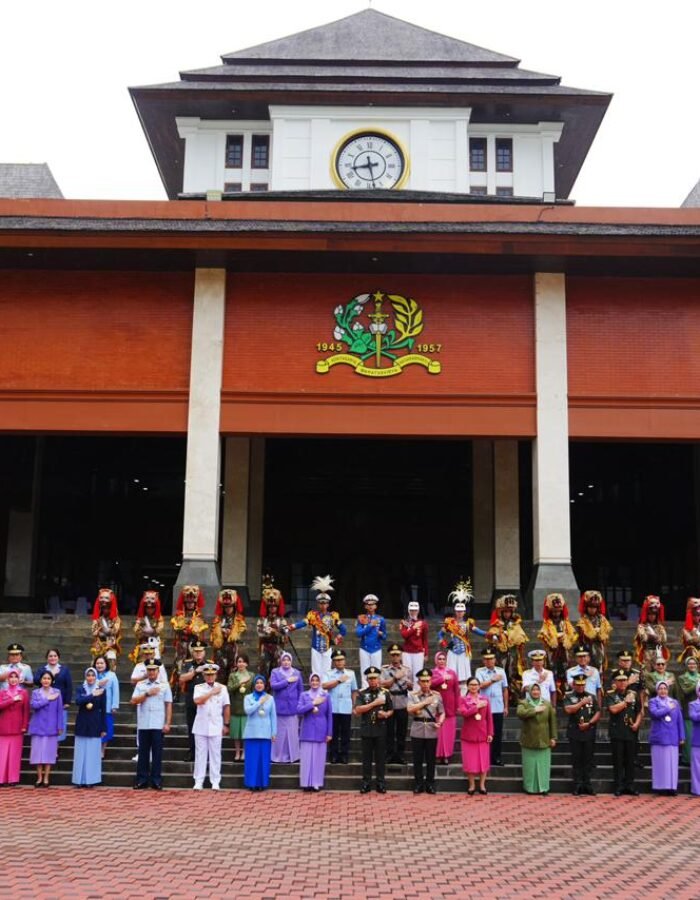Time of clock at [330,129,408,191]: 8:28
